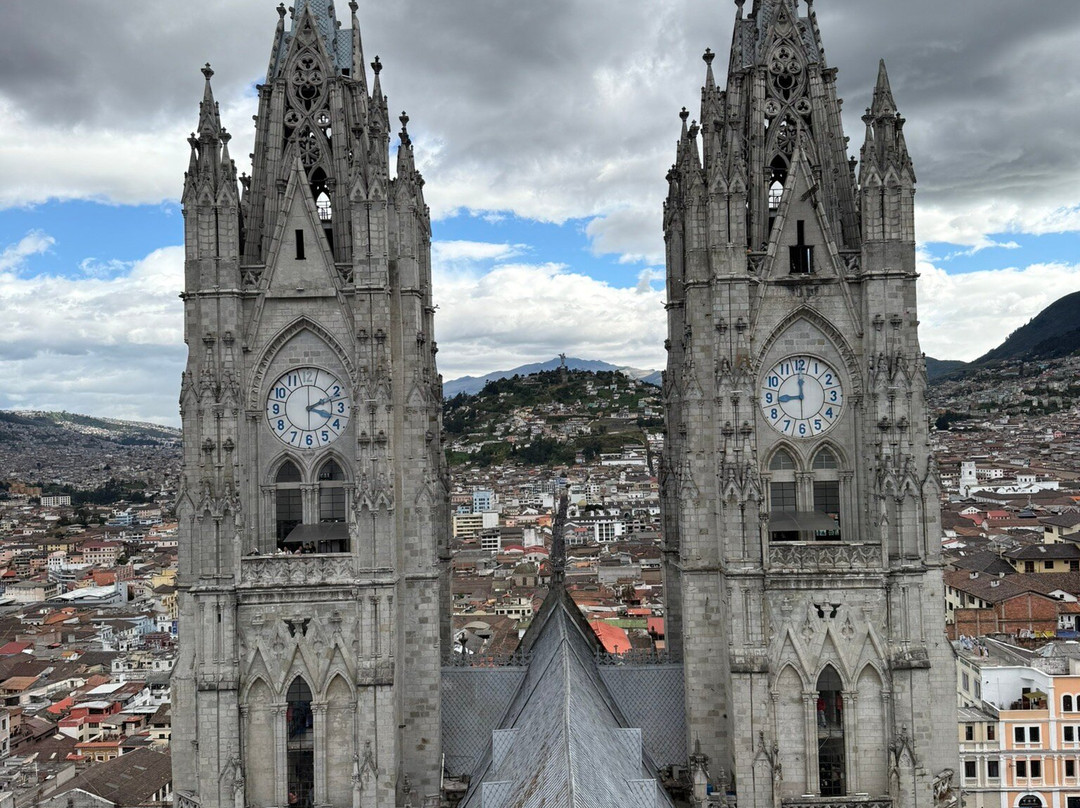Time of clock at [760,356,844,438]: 8:59
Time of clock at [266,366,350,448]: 2:18
